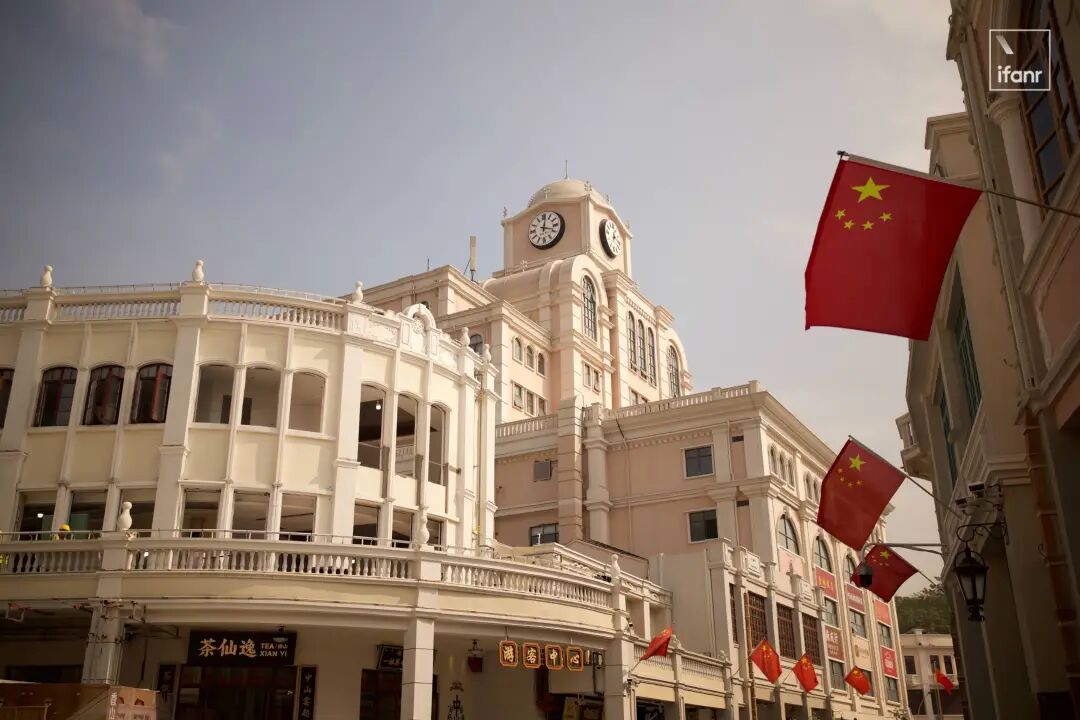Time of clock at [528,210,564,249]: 12:18
